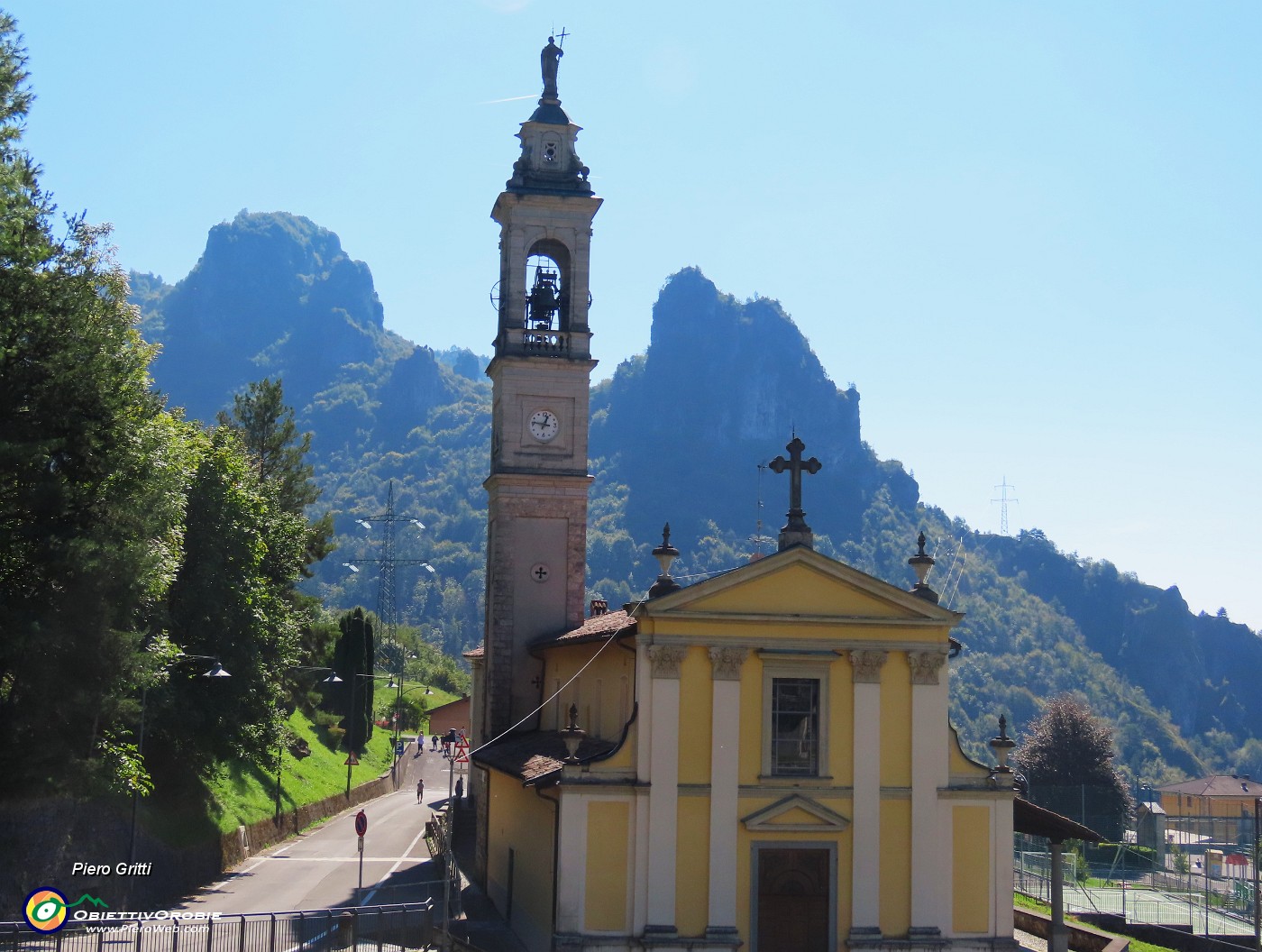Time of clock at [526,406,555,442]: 12:46
